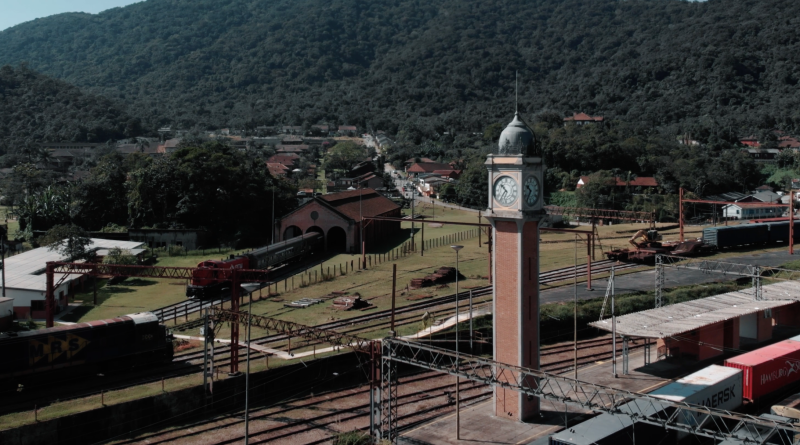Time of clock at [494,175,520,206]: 10:35
